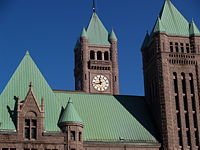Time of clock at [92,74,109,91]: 11:42
